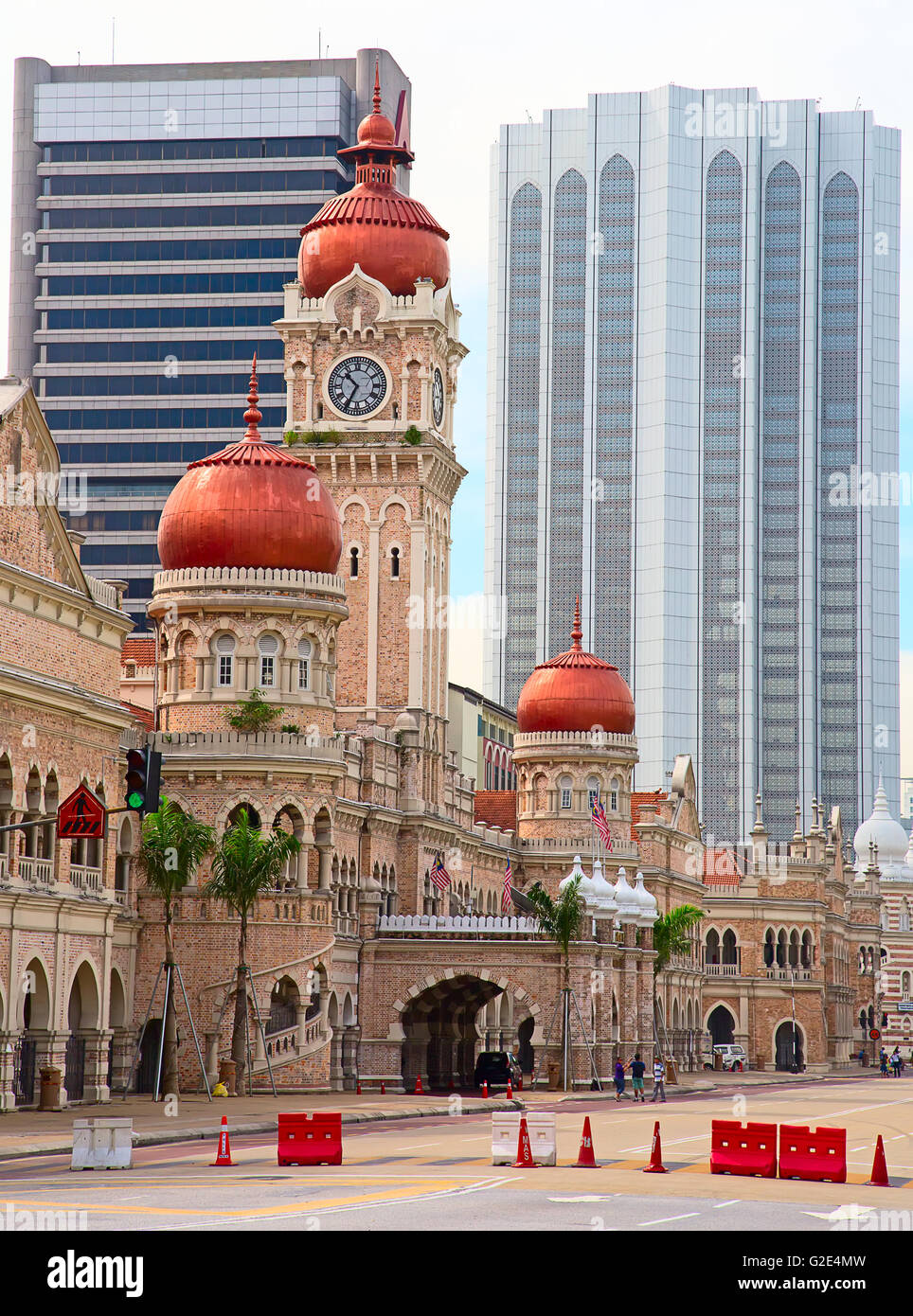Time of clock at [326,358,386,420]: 10:34
